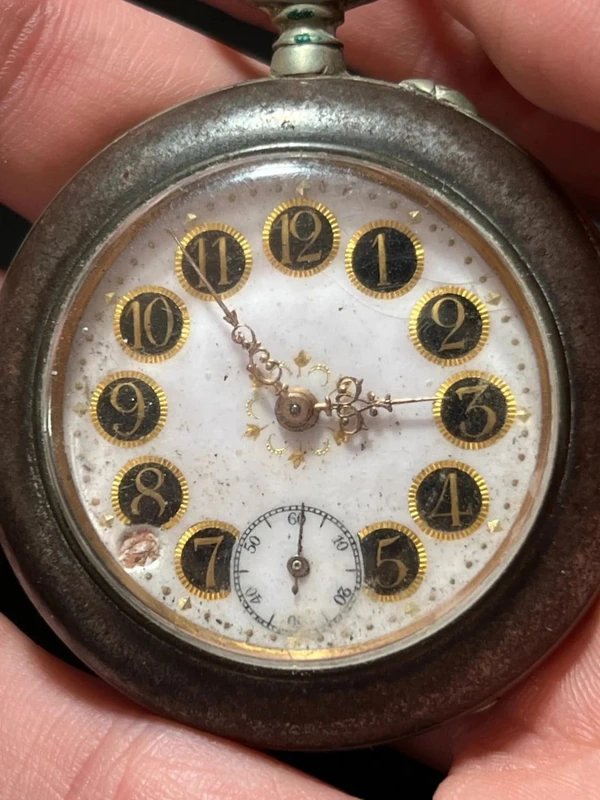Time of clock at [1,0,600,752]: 2:54
